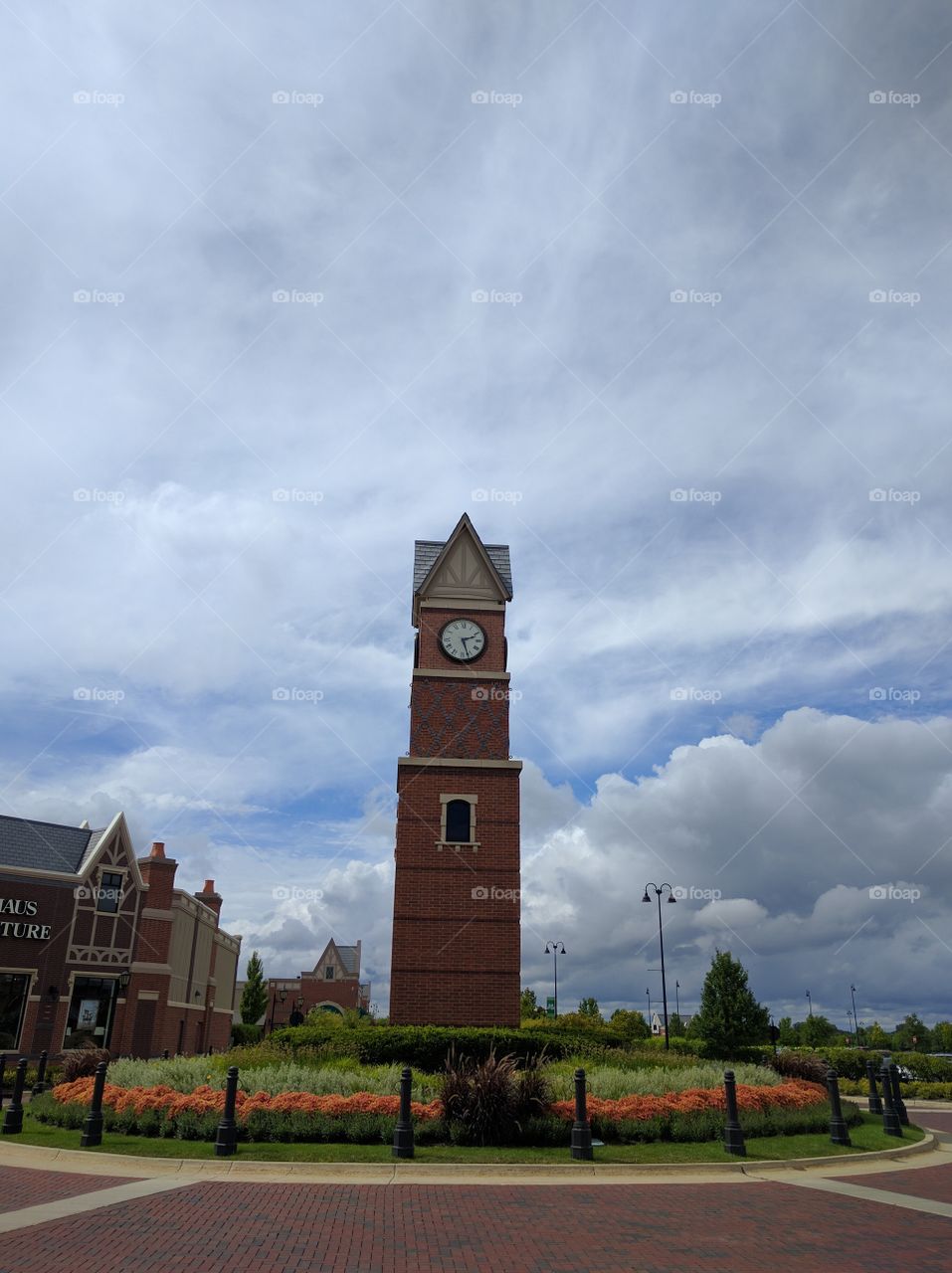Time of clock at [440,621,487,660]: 2:26
